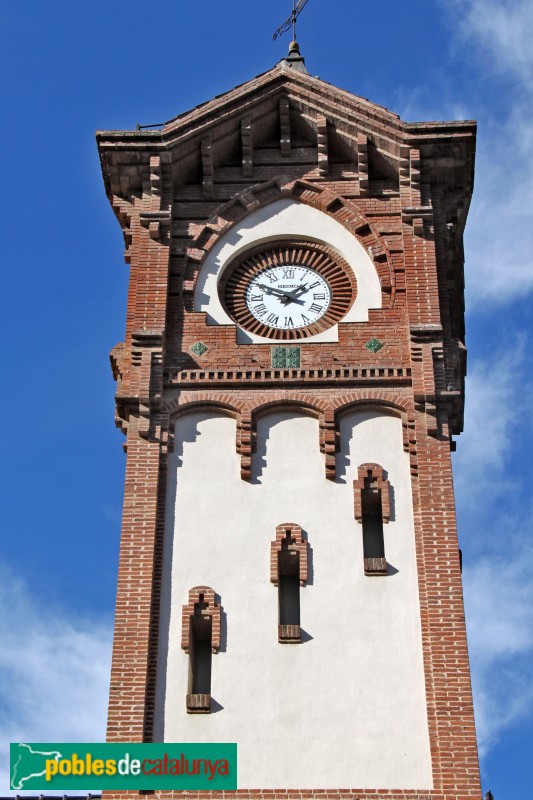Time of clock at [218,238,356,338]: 1:49
